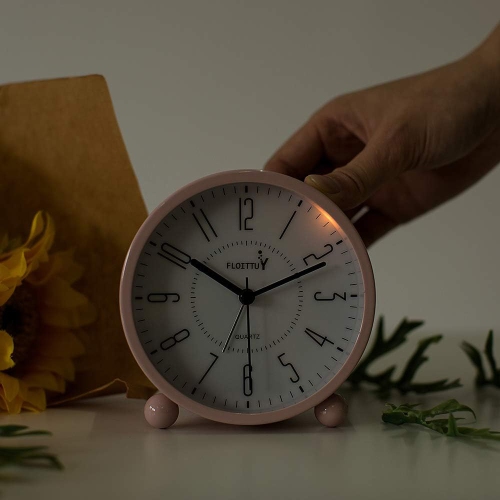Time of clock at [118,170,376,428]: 10:11
